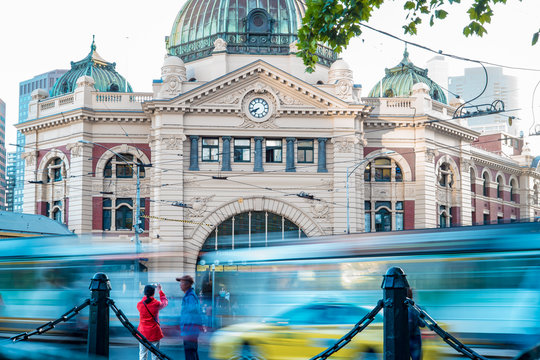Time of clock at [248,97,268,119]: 7:41
